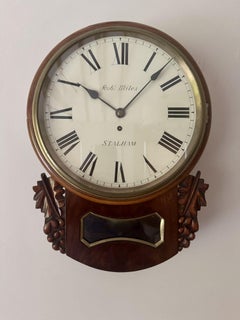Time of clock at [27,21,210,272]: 10:07
